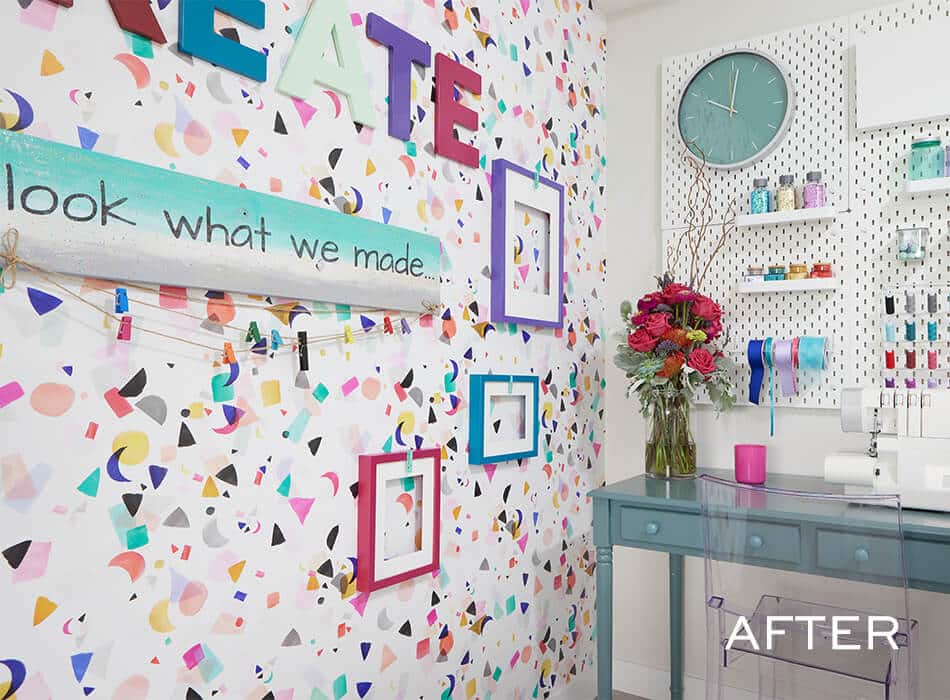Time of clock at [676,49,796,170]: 10:01
